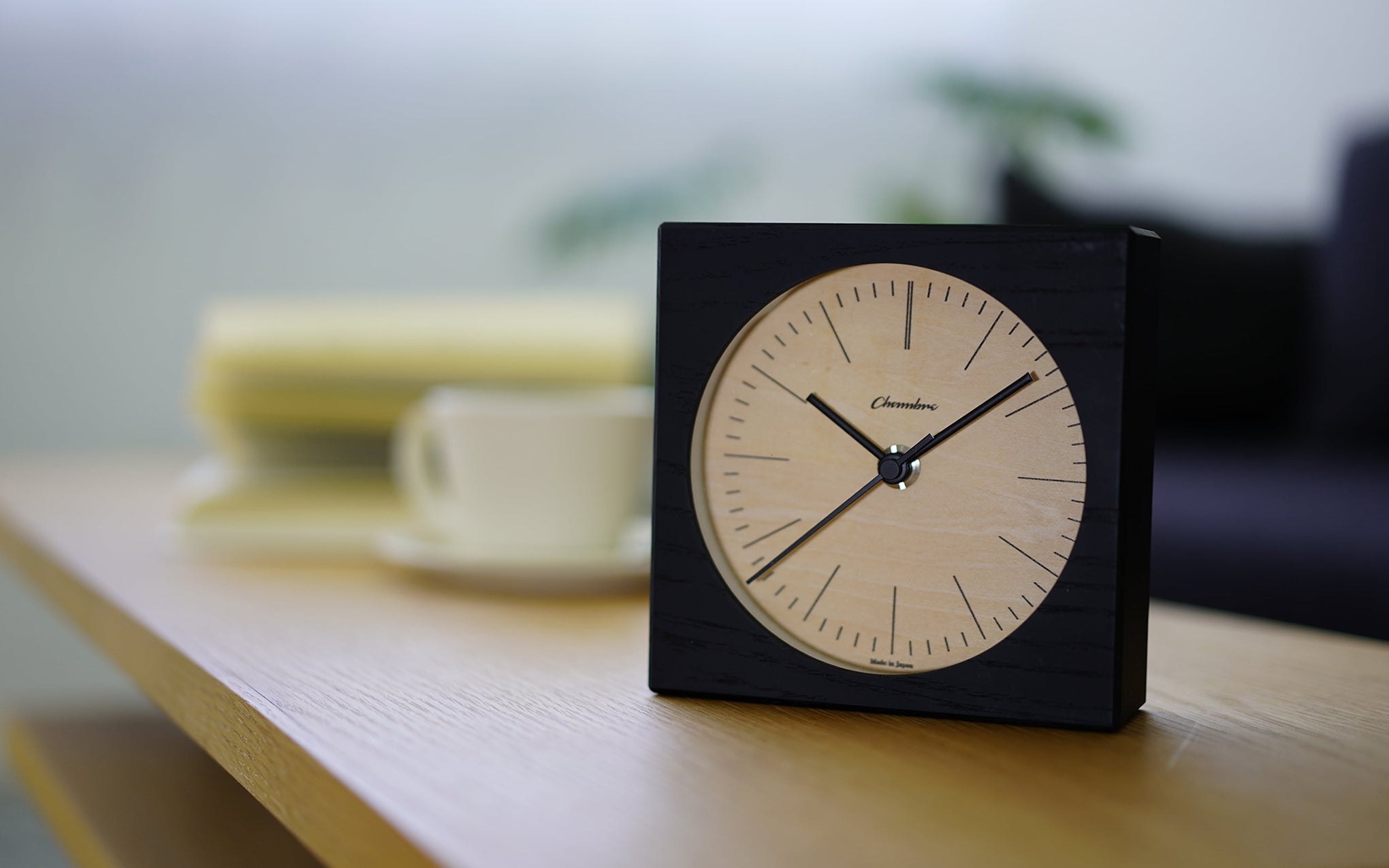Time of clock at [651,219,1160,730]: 10:08
